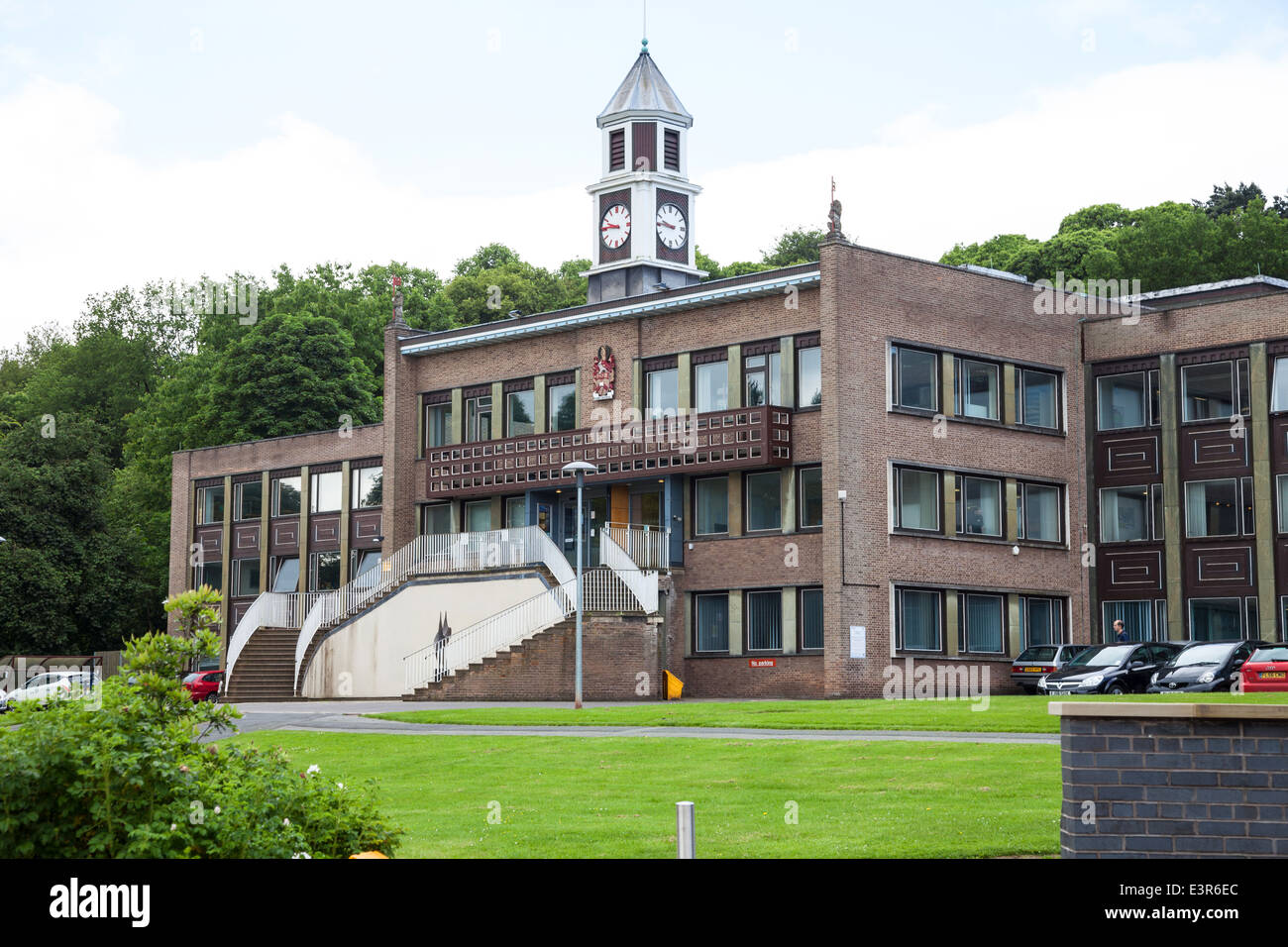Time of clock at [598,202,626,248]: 9:45
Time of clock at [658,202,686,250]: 9:45
